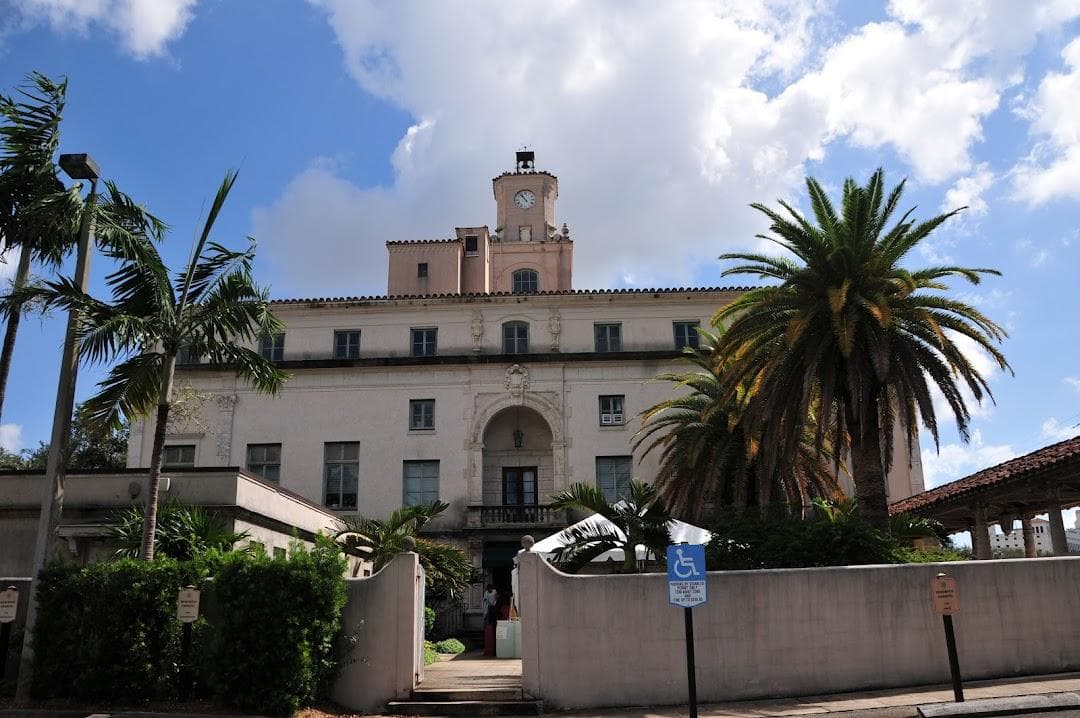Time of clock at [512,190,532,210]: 10:53
